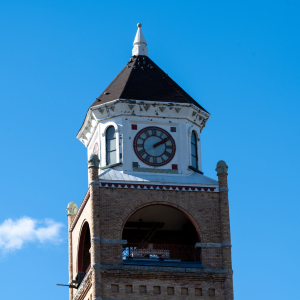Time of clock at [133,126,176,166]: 2:09
